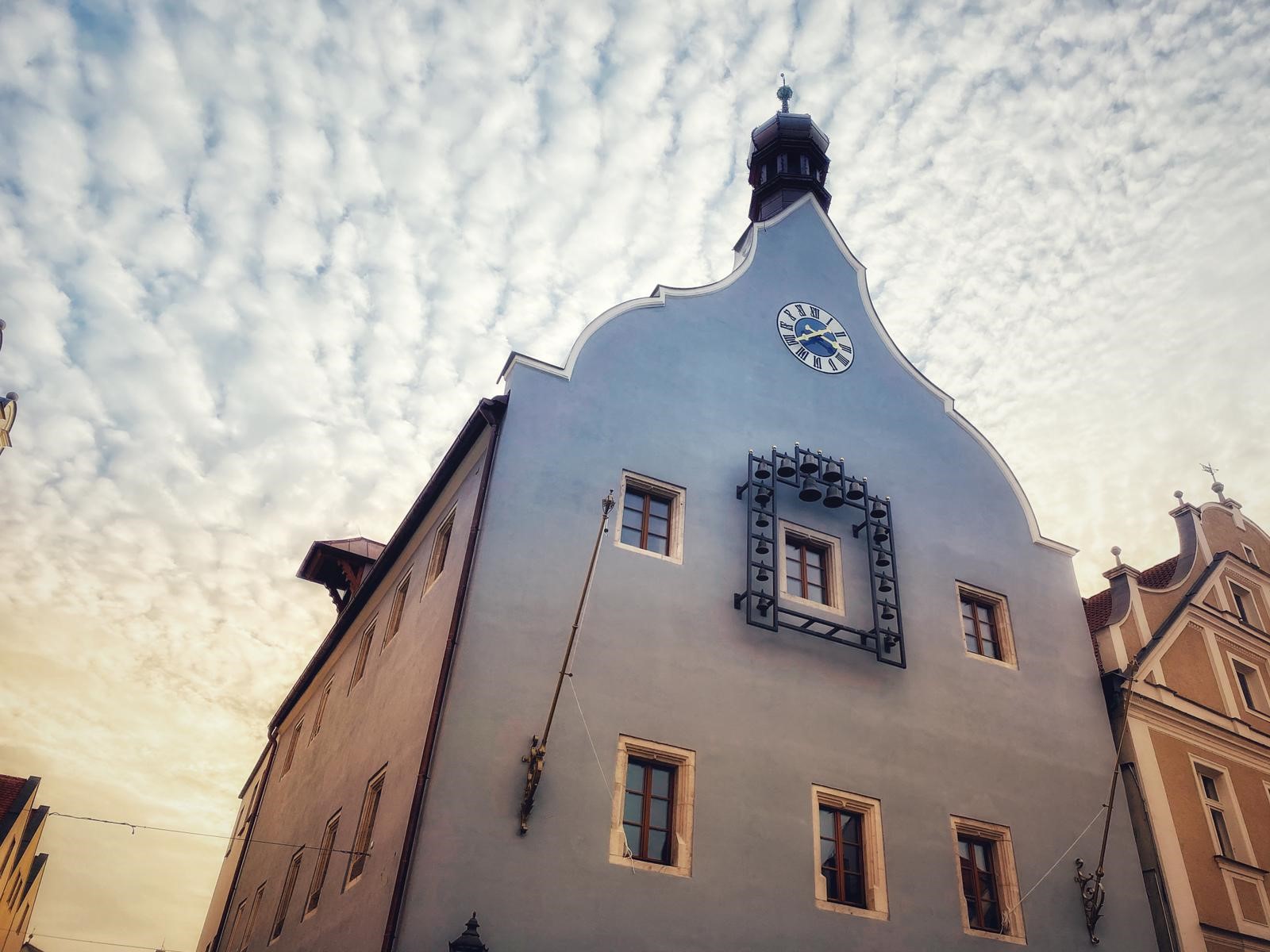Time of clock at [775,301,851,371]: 3:39
